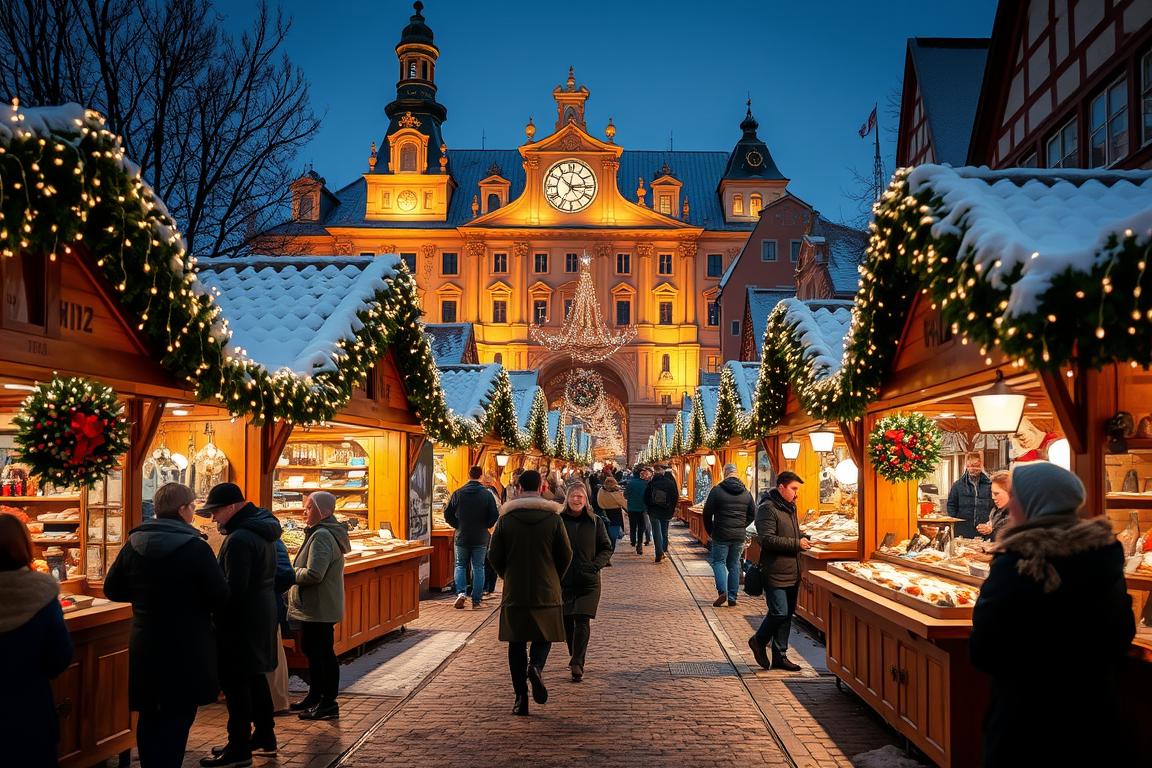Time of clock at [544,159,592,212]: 2:52
